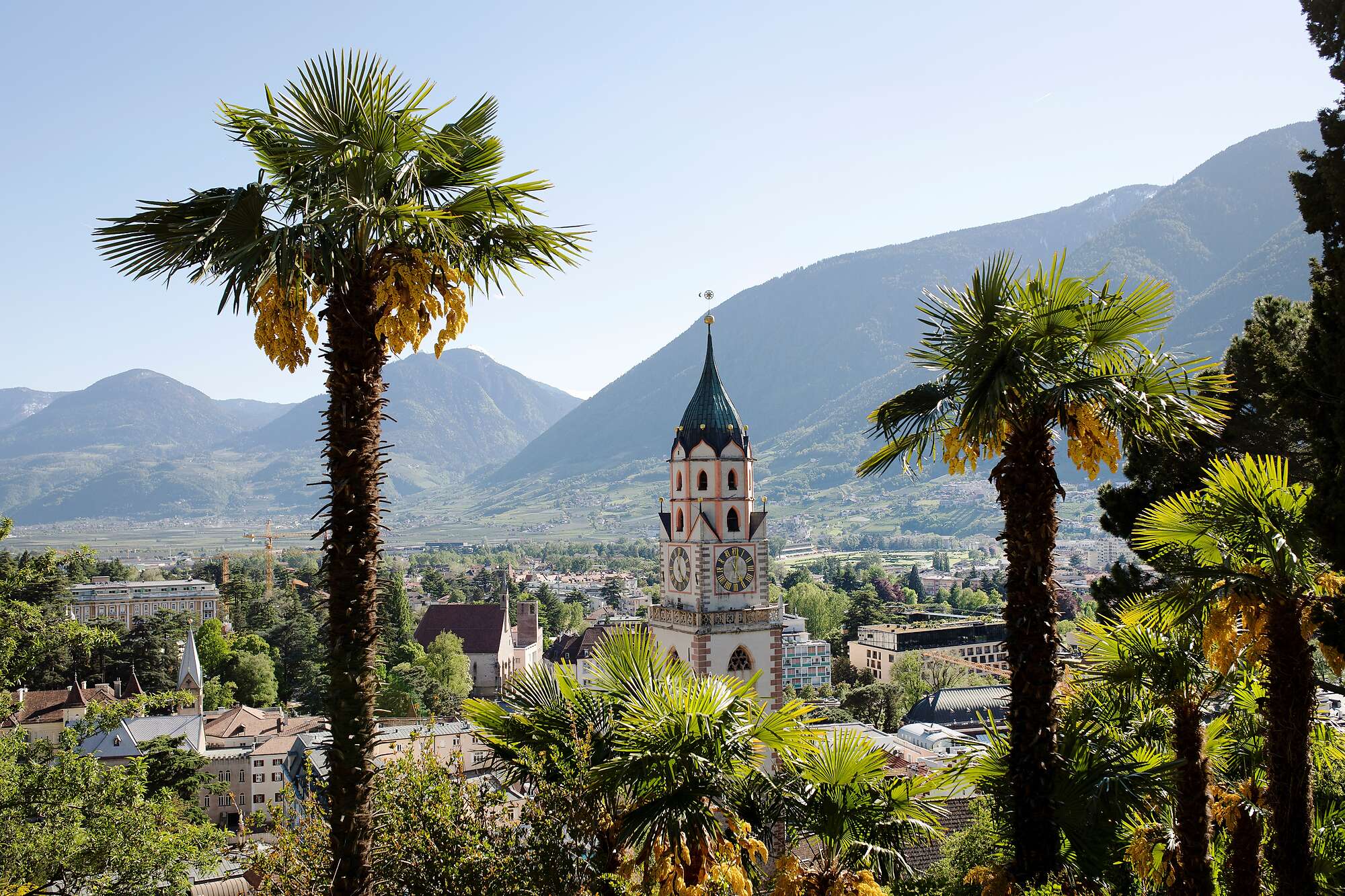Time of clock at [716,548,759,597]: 4:59
